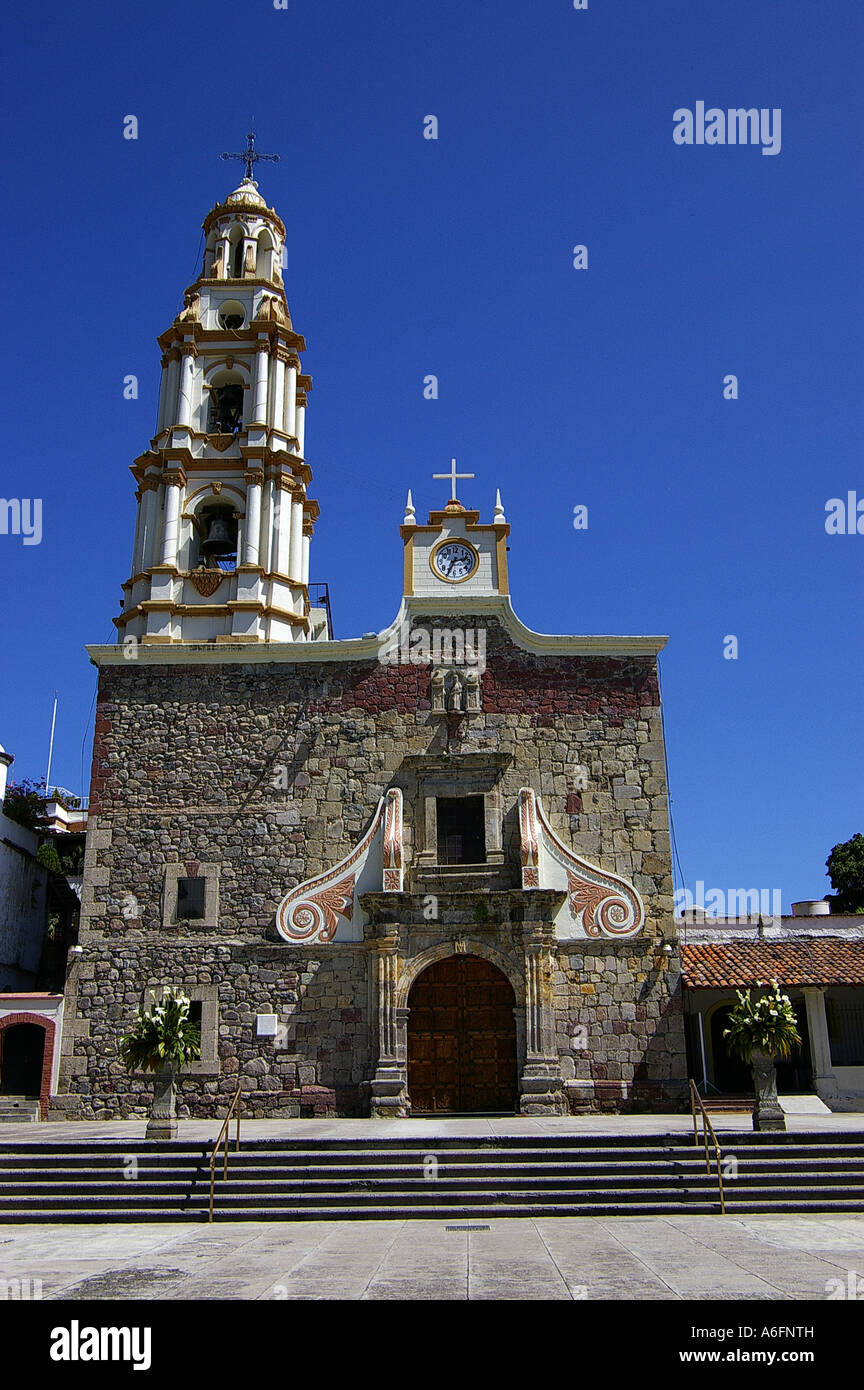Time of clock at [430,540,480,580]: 2:34
